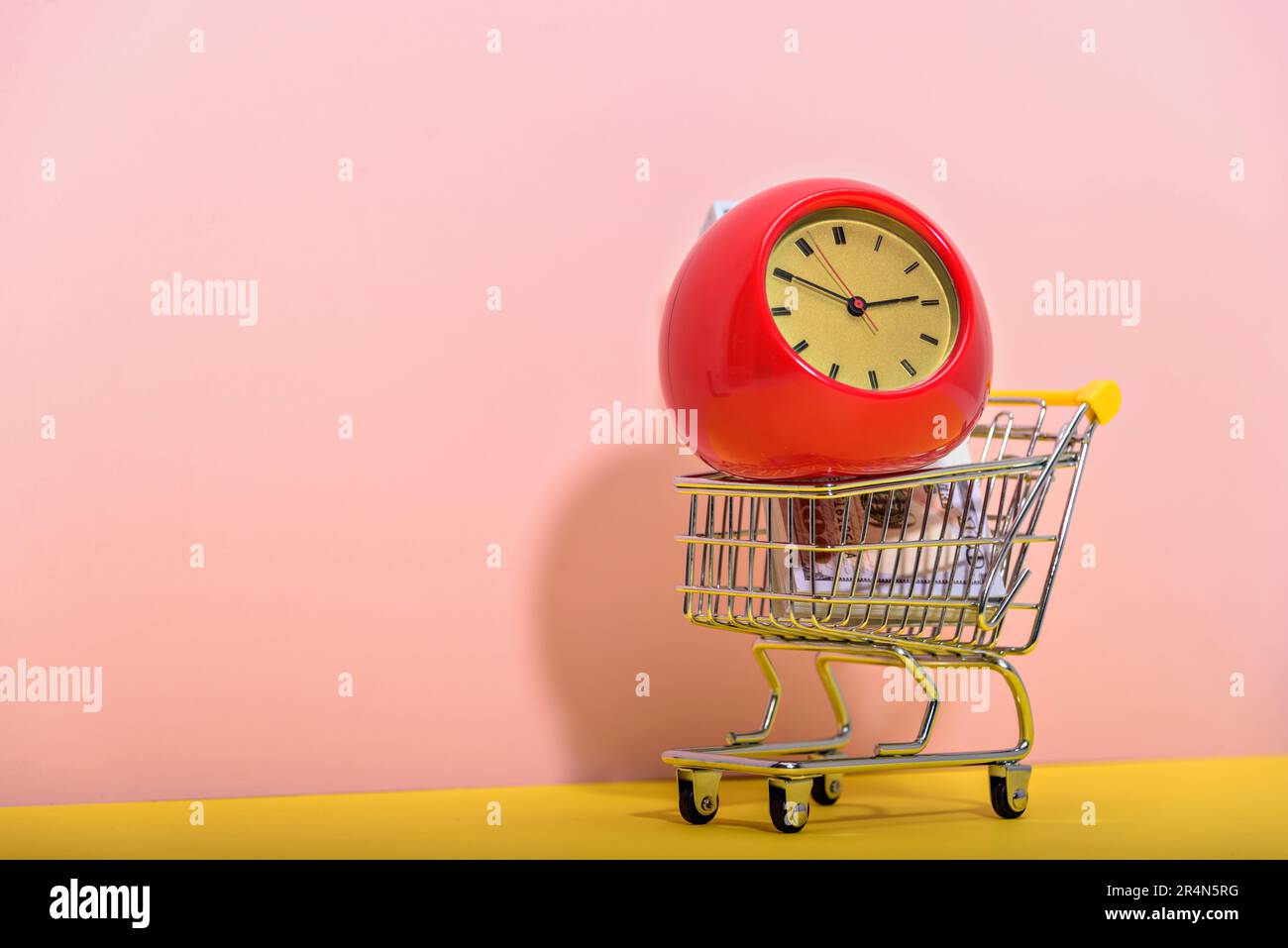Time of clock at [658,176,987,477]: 2:49
